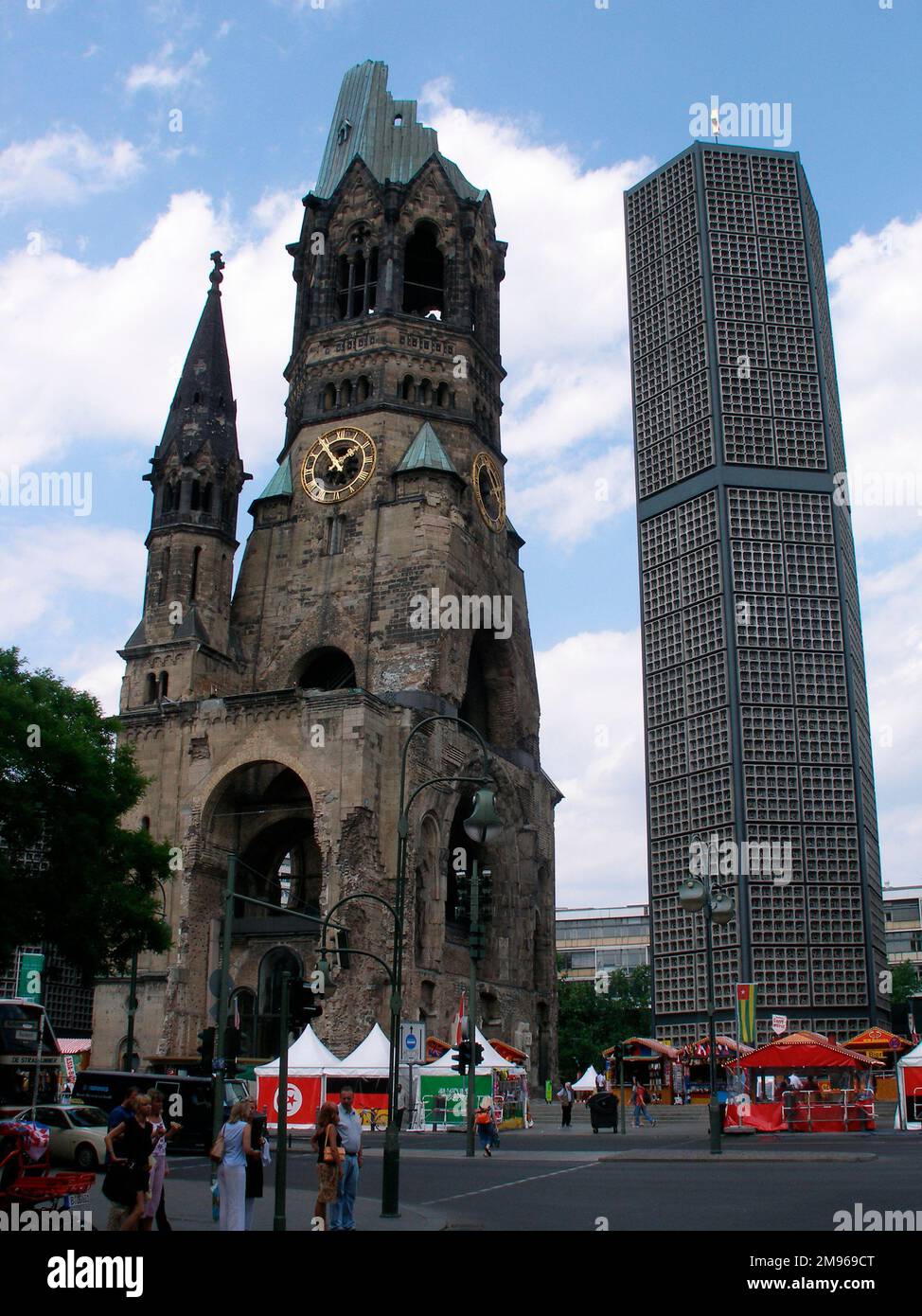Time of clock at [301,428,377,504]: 1:54
